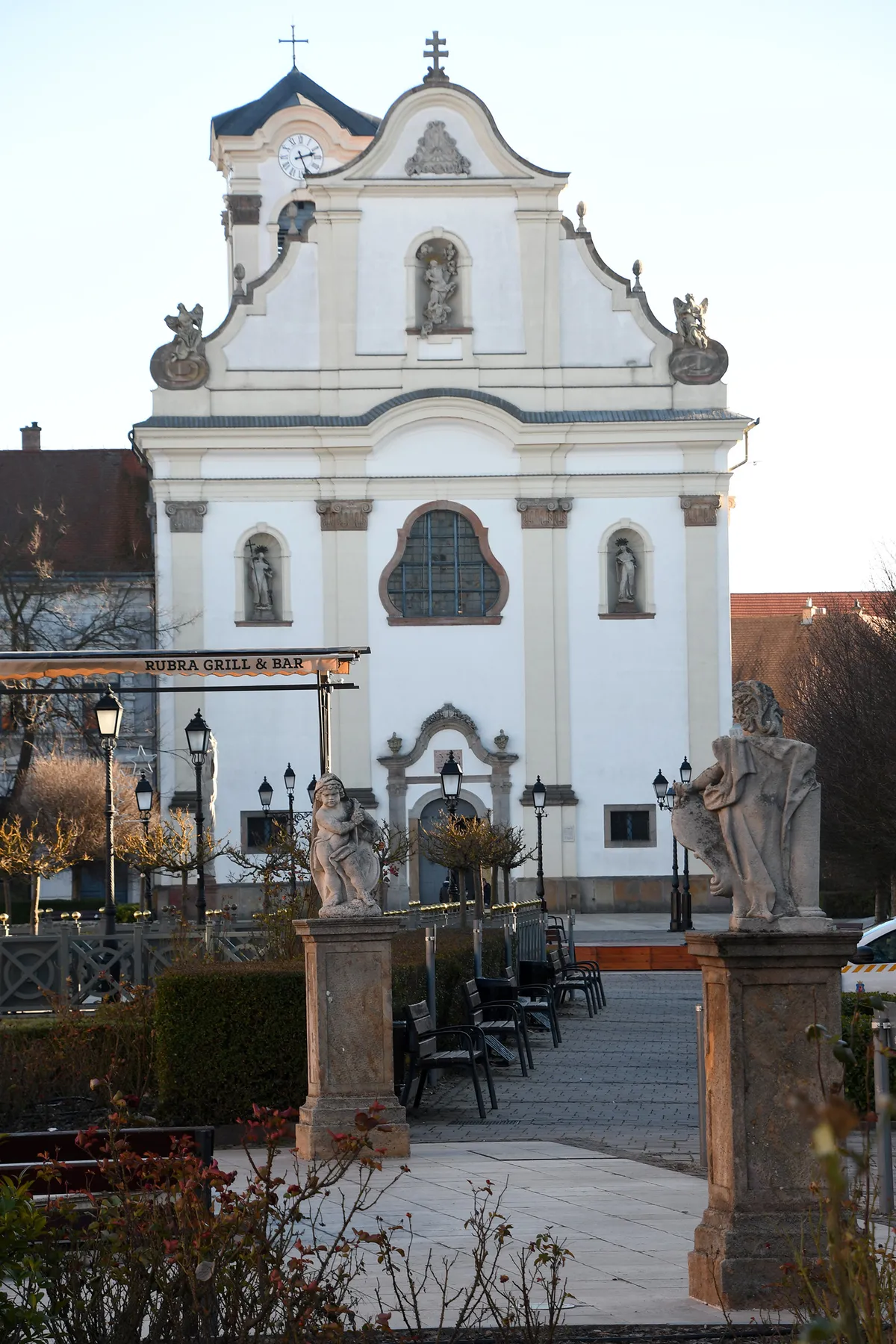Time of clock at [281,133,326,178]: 2:26
